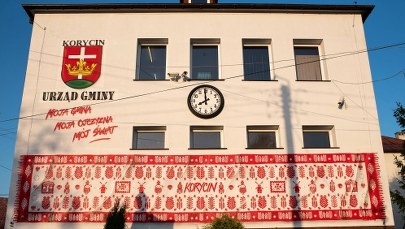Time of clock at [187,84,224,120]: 7:59
